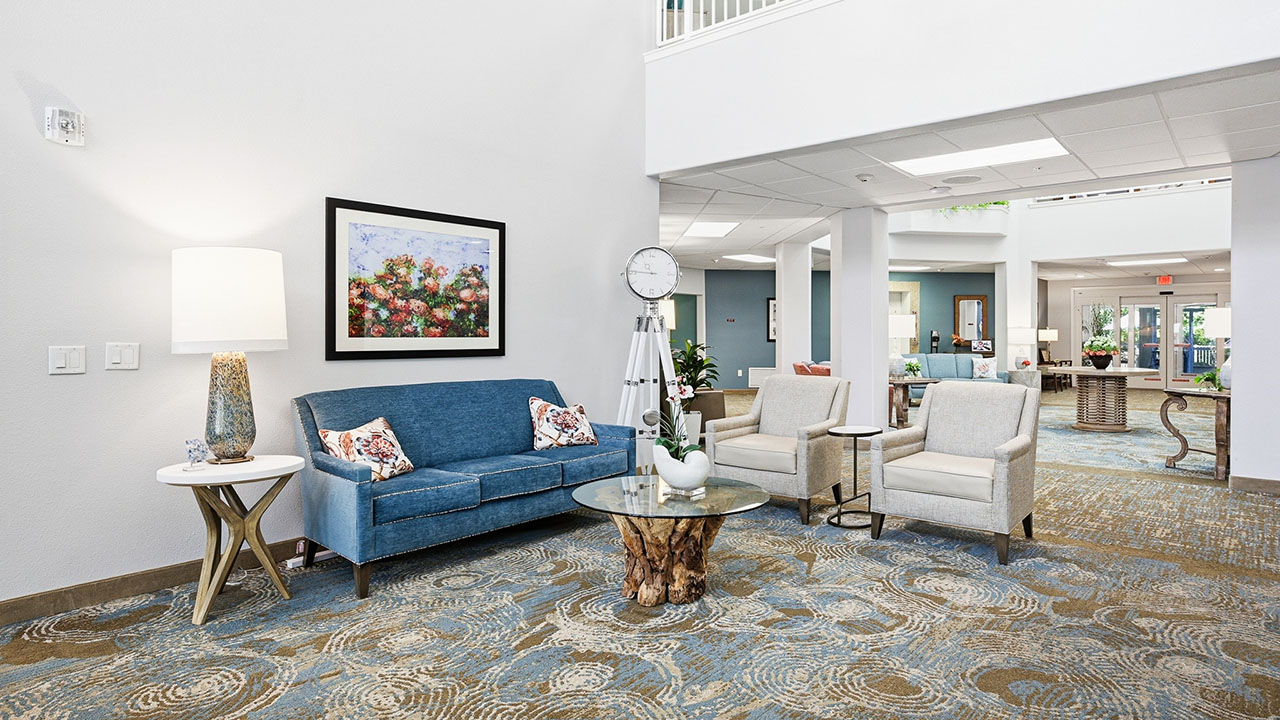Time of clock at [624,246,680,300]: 10:45
